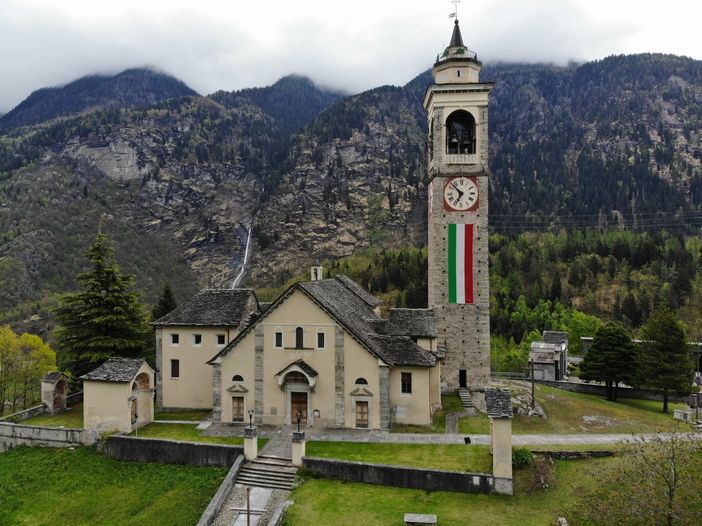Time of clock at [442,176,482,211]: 6:52
